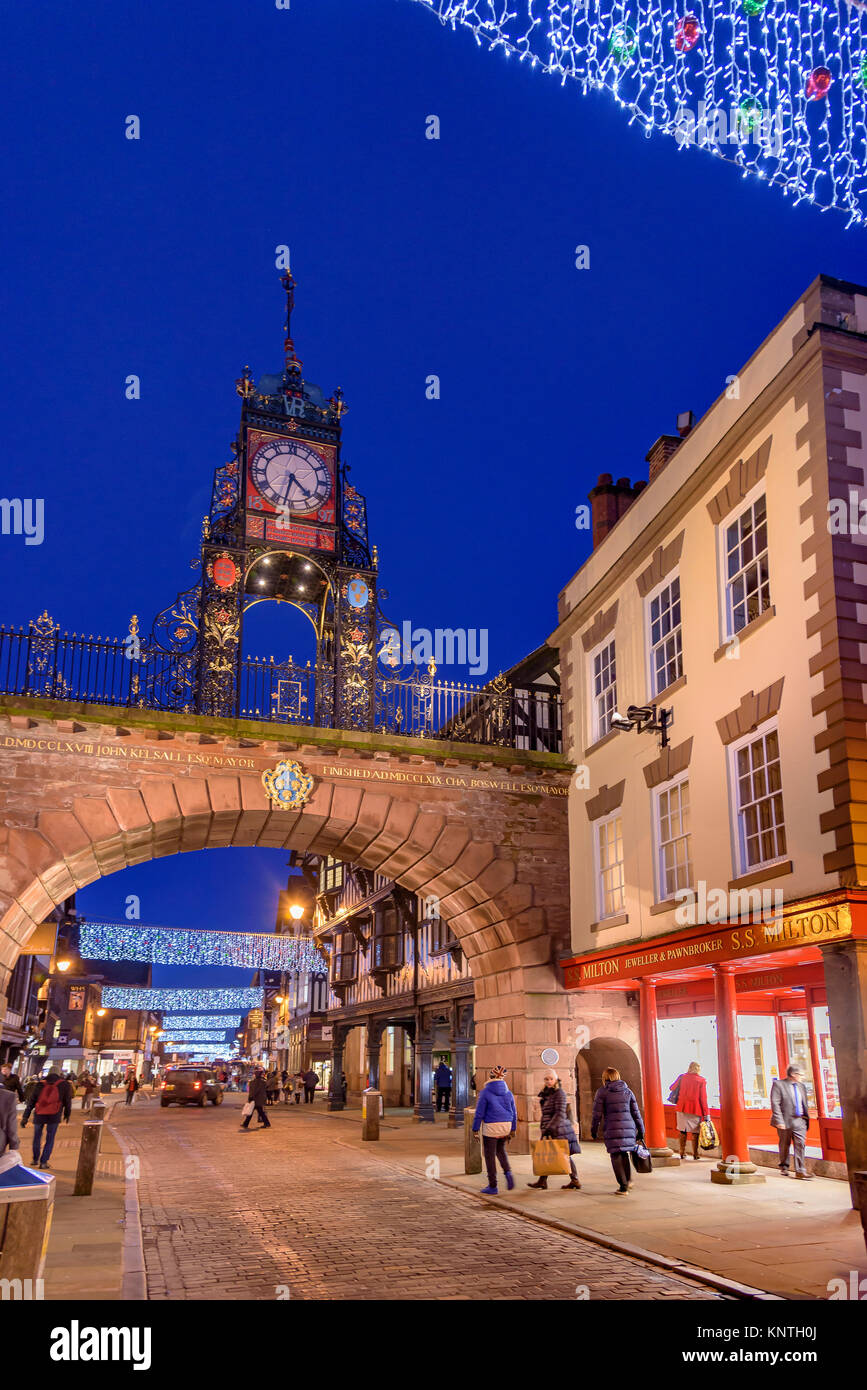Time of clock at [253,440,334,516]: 4:32
